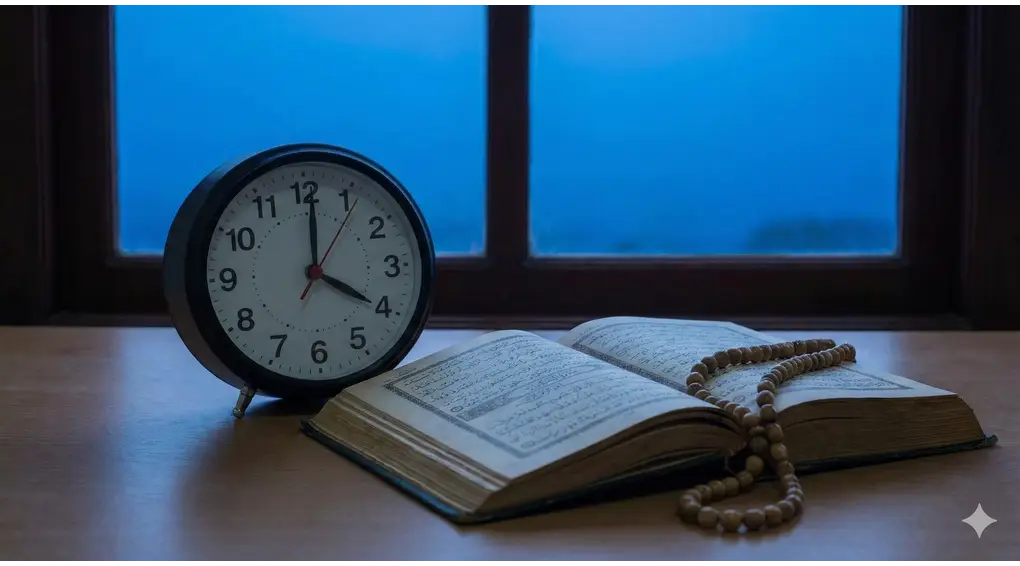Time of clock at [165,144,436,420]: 4:00
